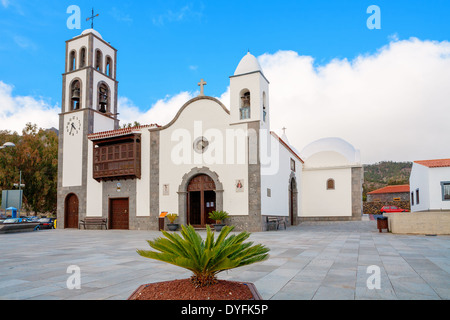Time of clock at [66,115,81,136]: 4:34
